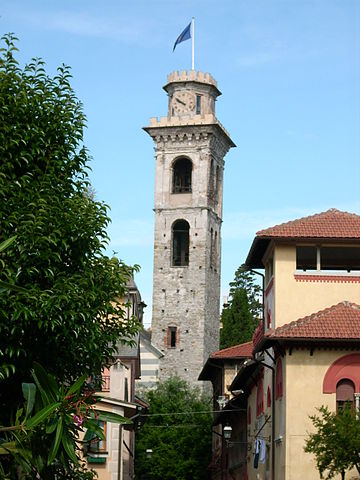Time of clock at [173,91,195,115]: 9:50
